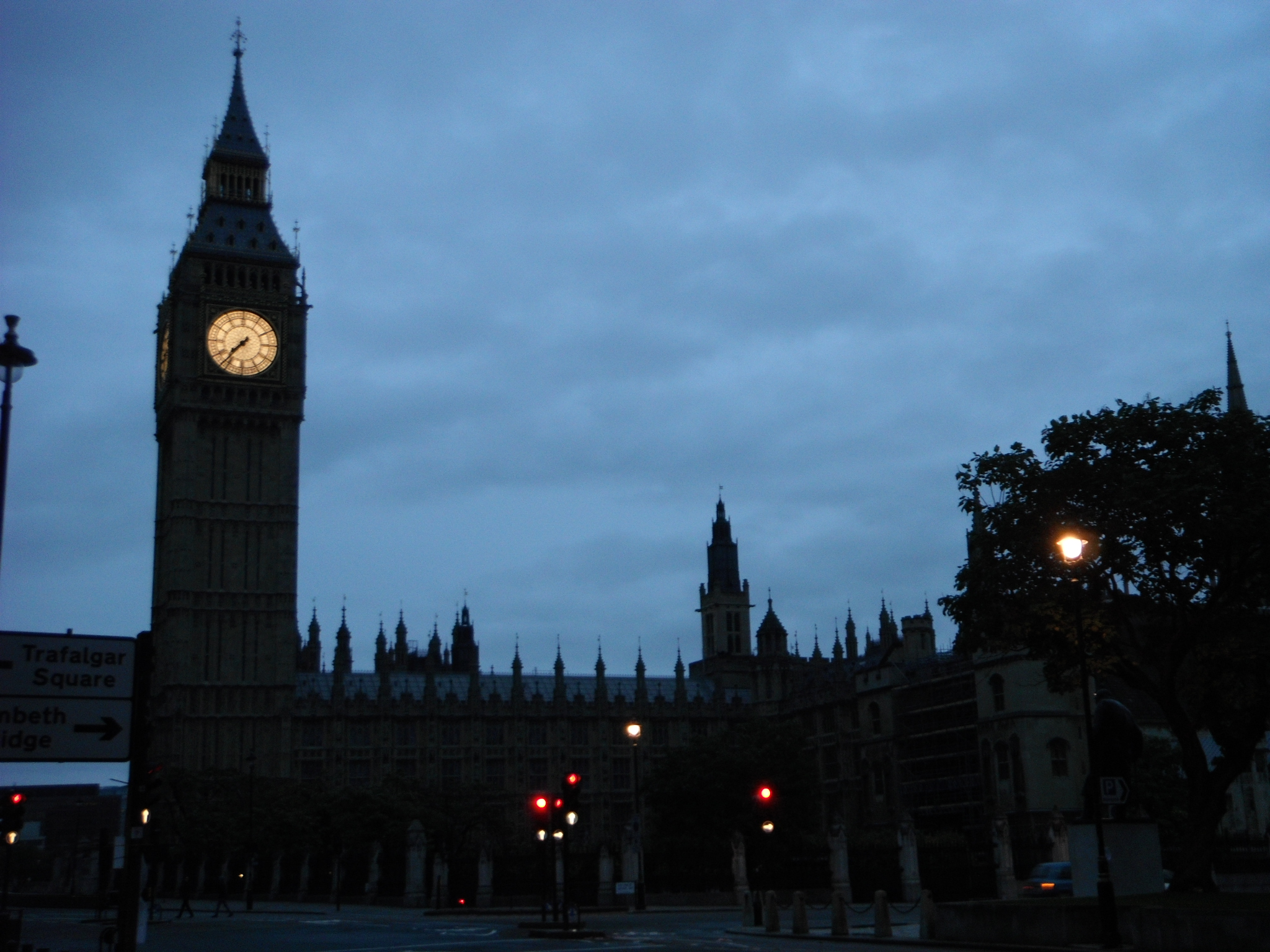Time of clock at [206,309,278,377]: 7:36
